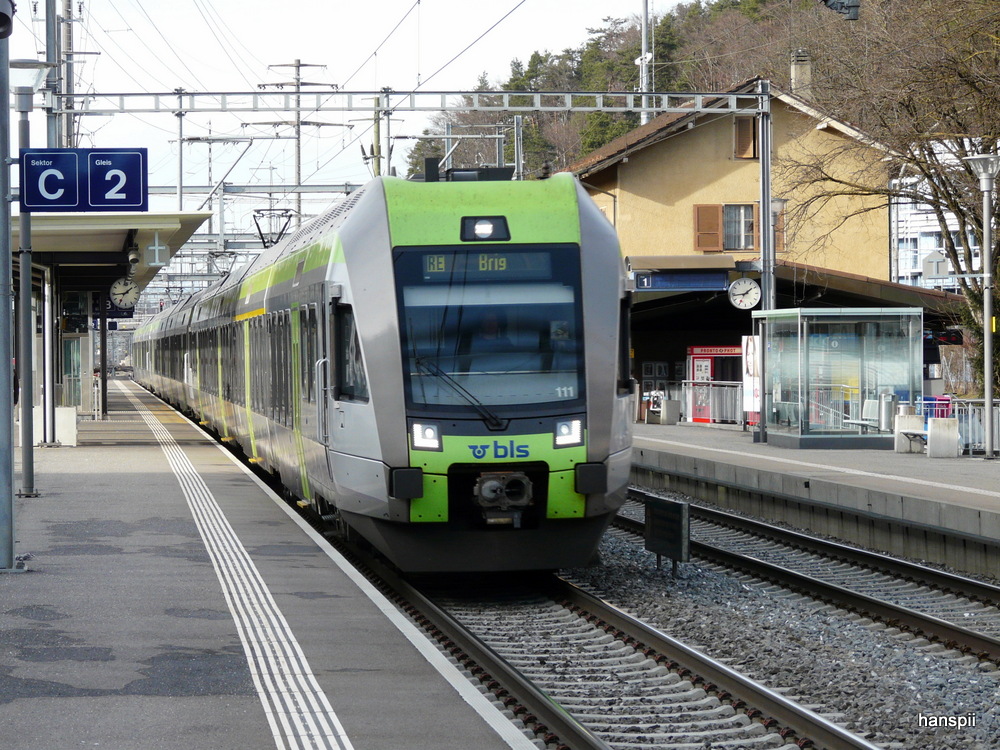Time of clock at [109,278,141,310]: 1:43
